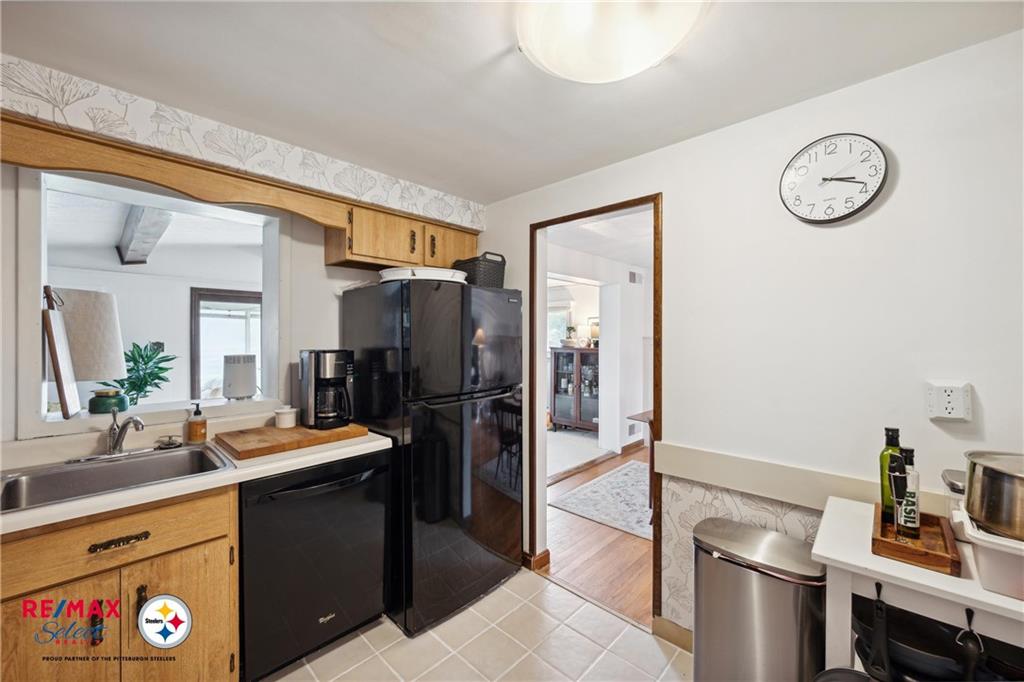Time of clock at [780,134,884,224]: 3:18
